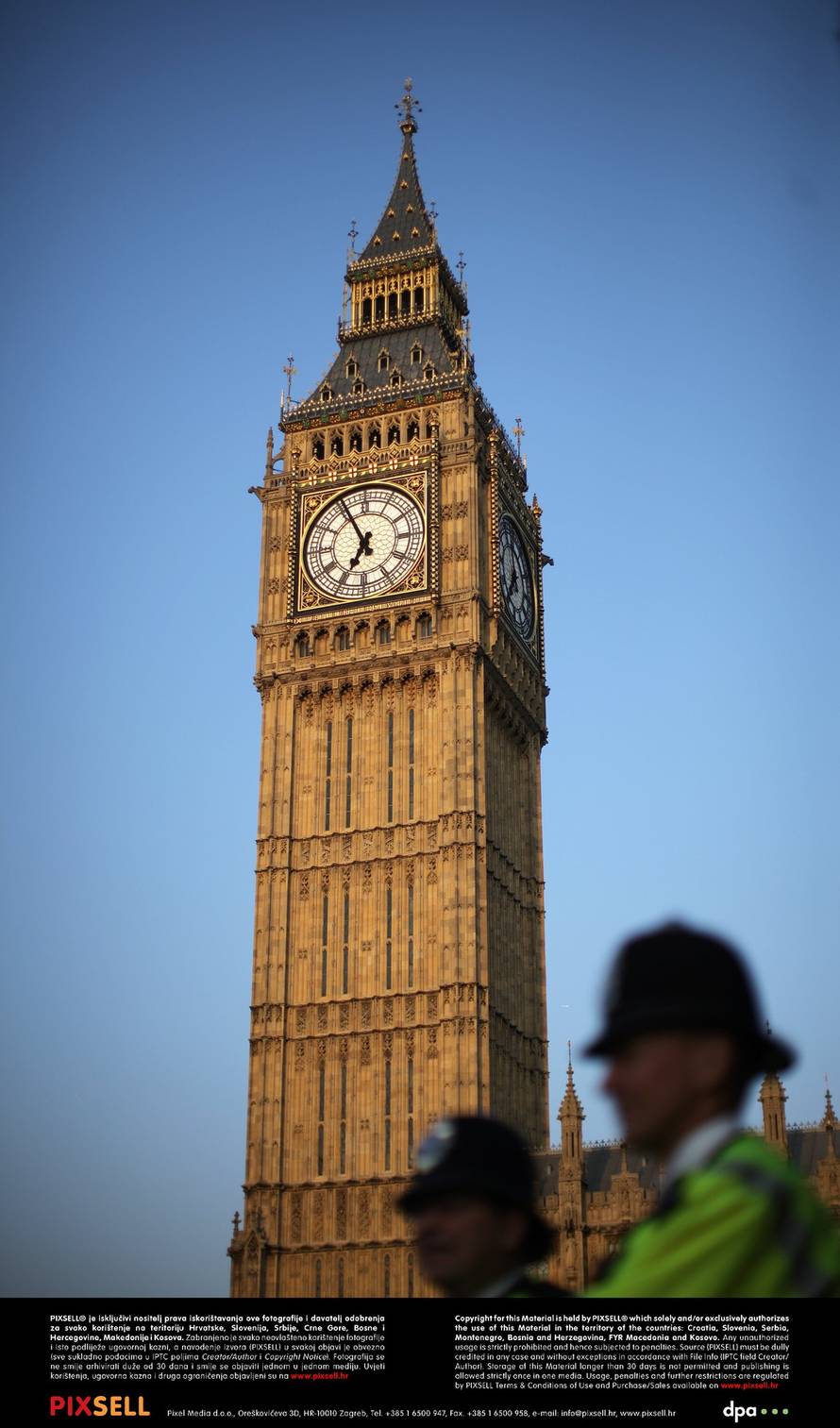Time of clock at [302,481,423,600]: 6:55
